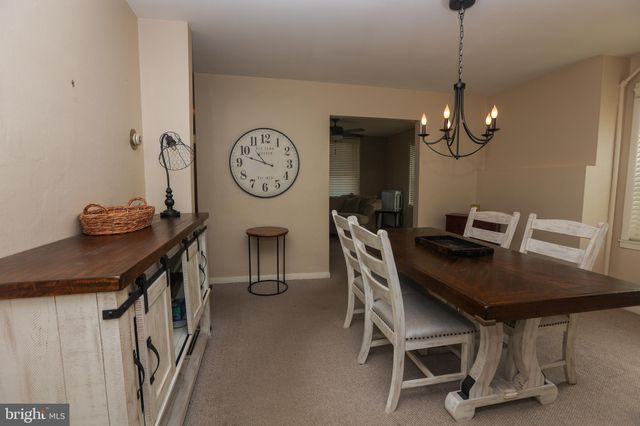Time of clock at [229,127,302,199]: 10:47
